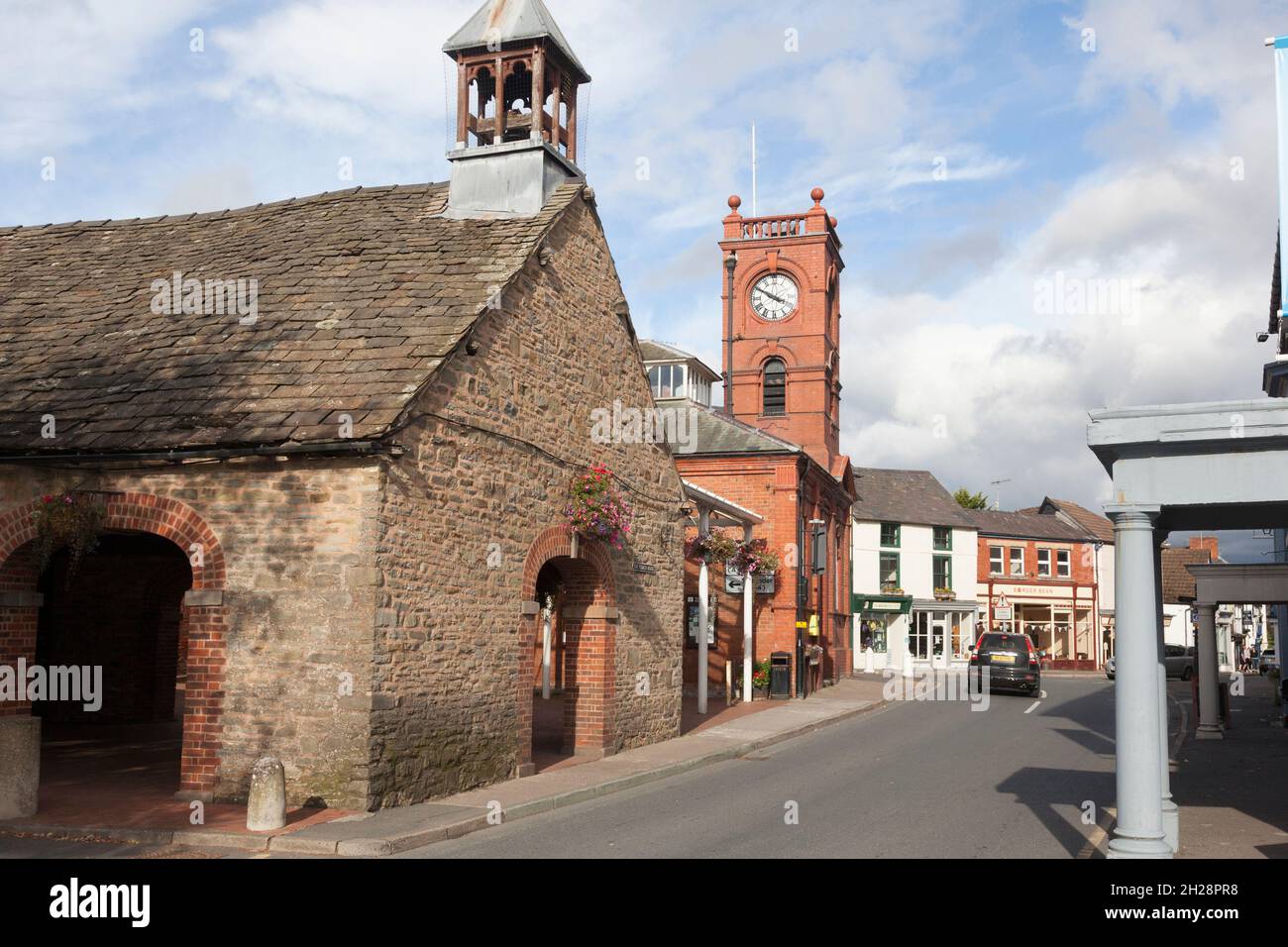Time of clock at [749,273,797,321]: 3:50
